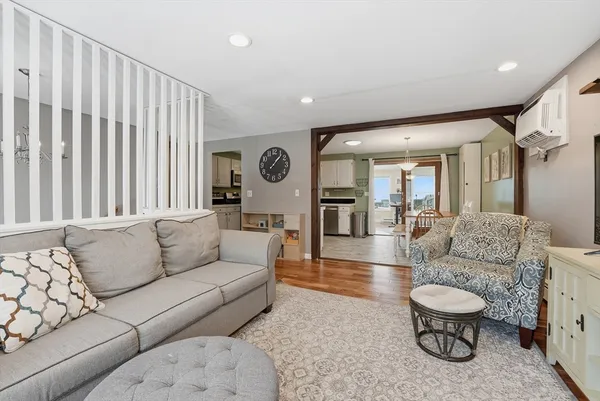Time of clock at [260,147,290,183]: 1:07
